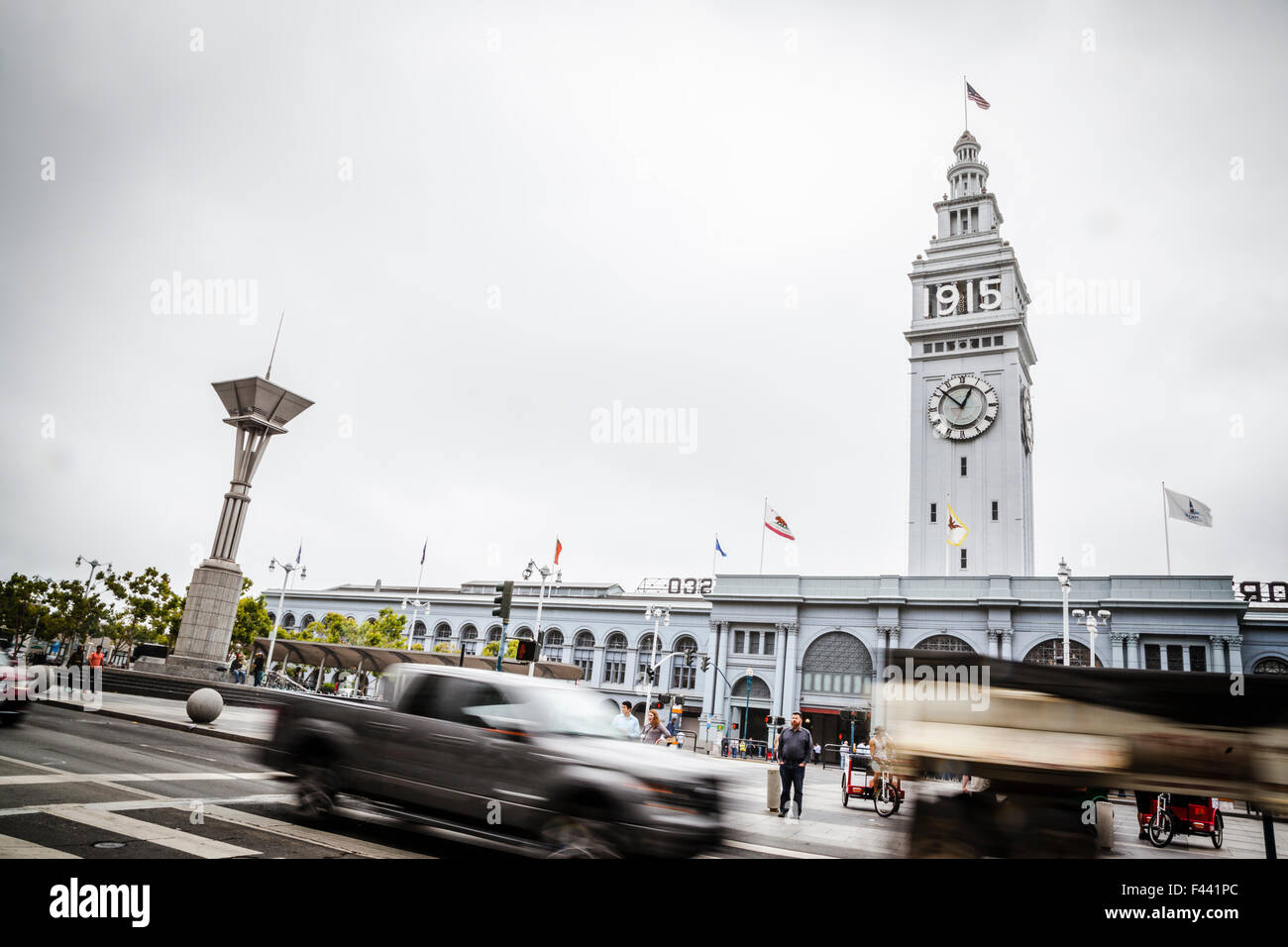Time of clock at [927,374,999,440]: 12:52
